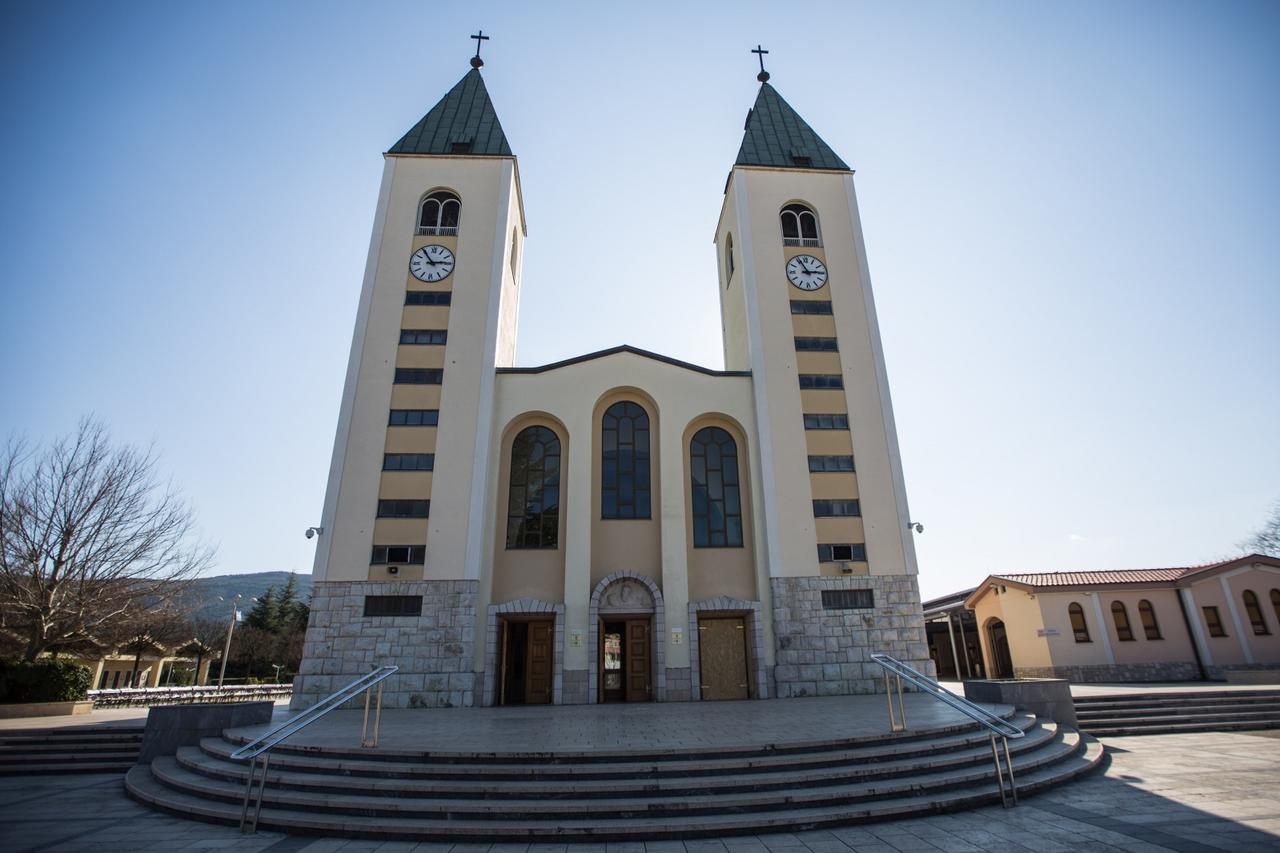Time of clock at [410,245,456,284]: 2:54
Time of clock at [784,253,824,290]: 2:55
